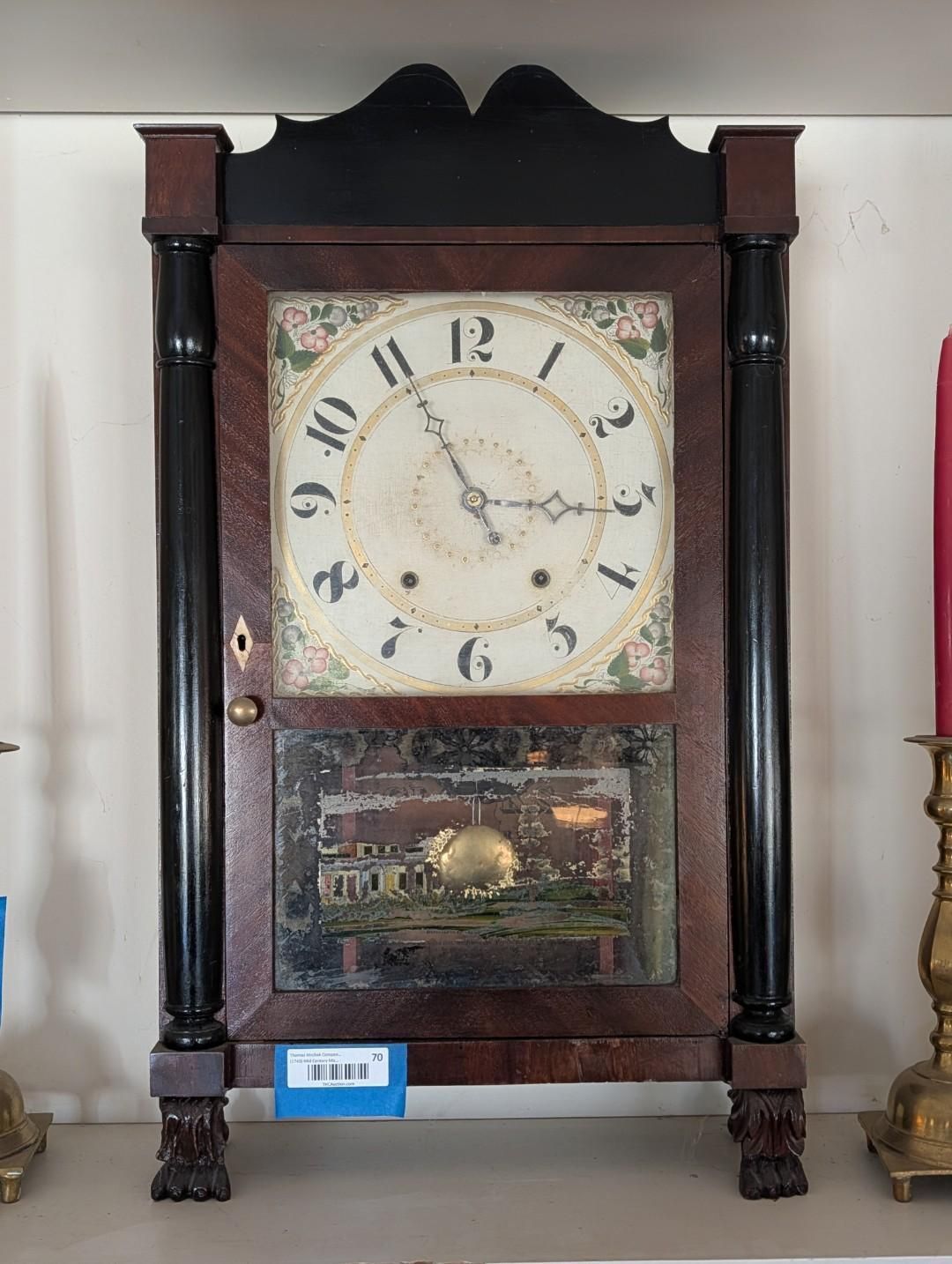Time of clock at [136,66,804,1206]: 2:54
